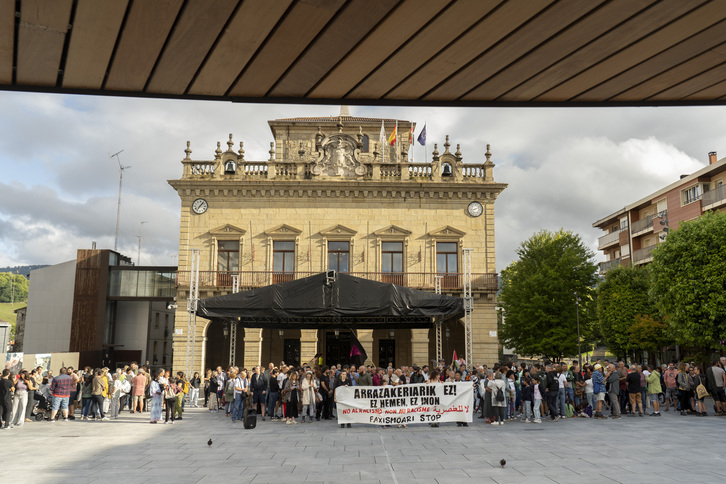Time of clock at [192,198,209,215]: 7:07
